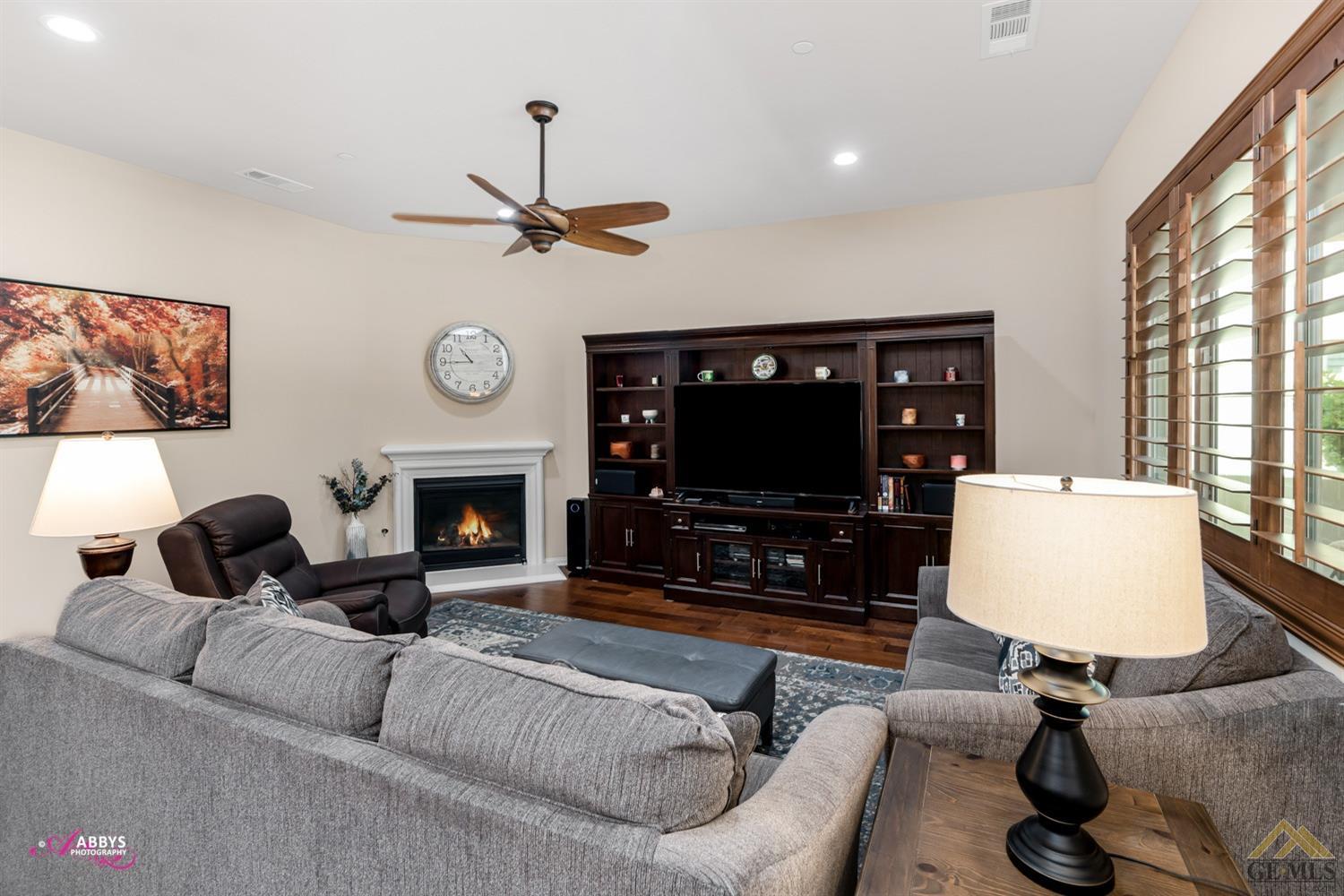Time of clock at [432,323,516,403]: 10:44
